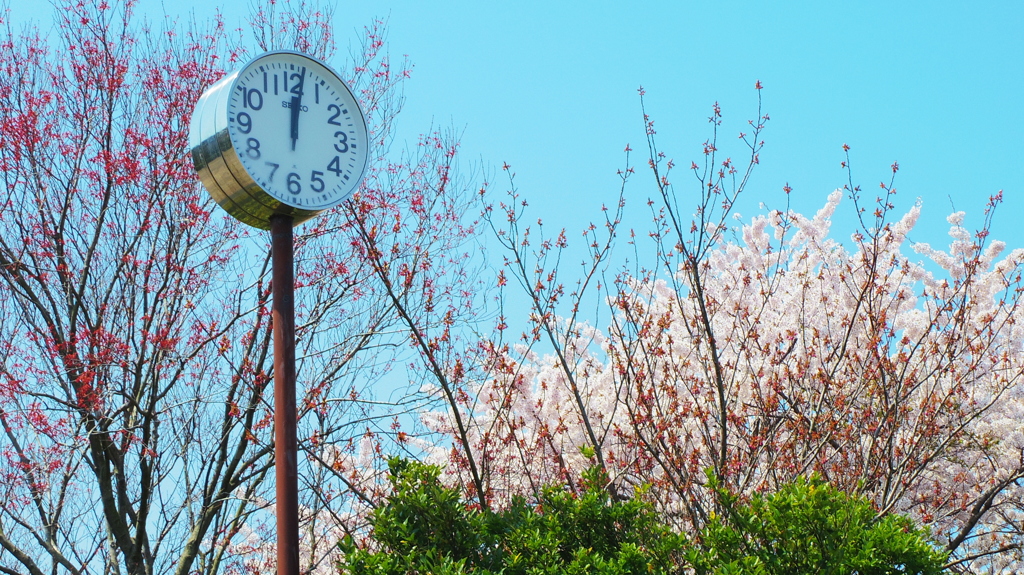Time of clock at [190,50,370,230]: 12:01
